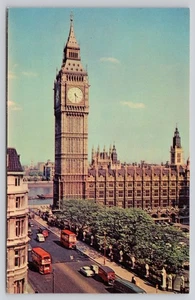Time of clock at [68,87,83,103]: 4:29
